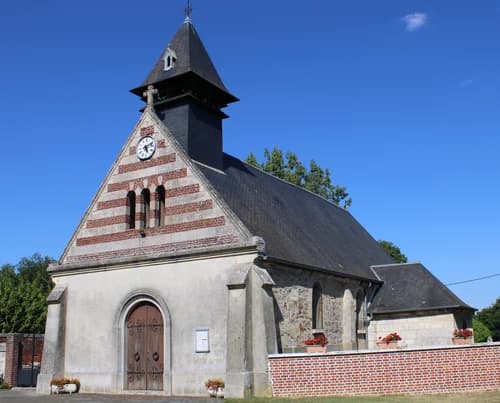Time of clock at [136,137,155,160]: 5:11
